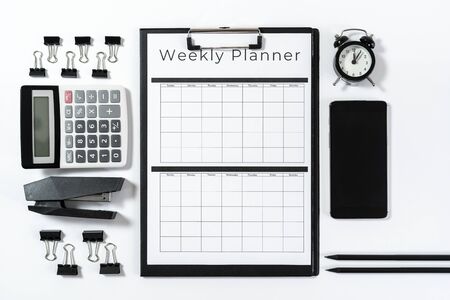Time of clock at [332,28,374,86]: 12:05
